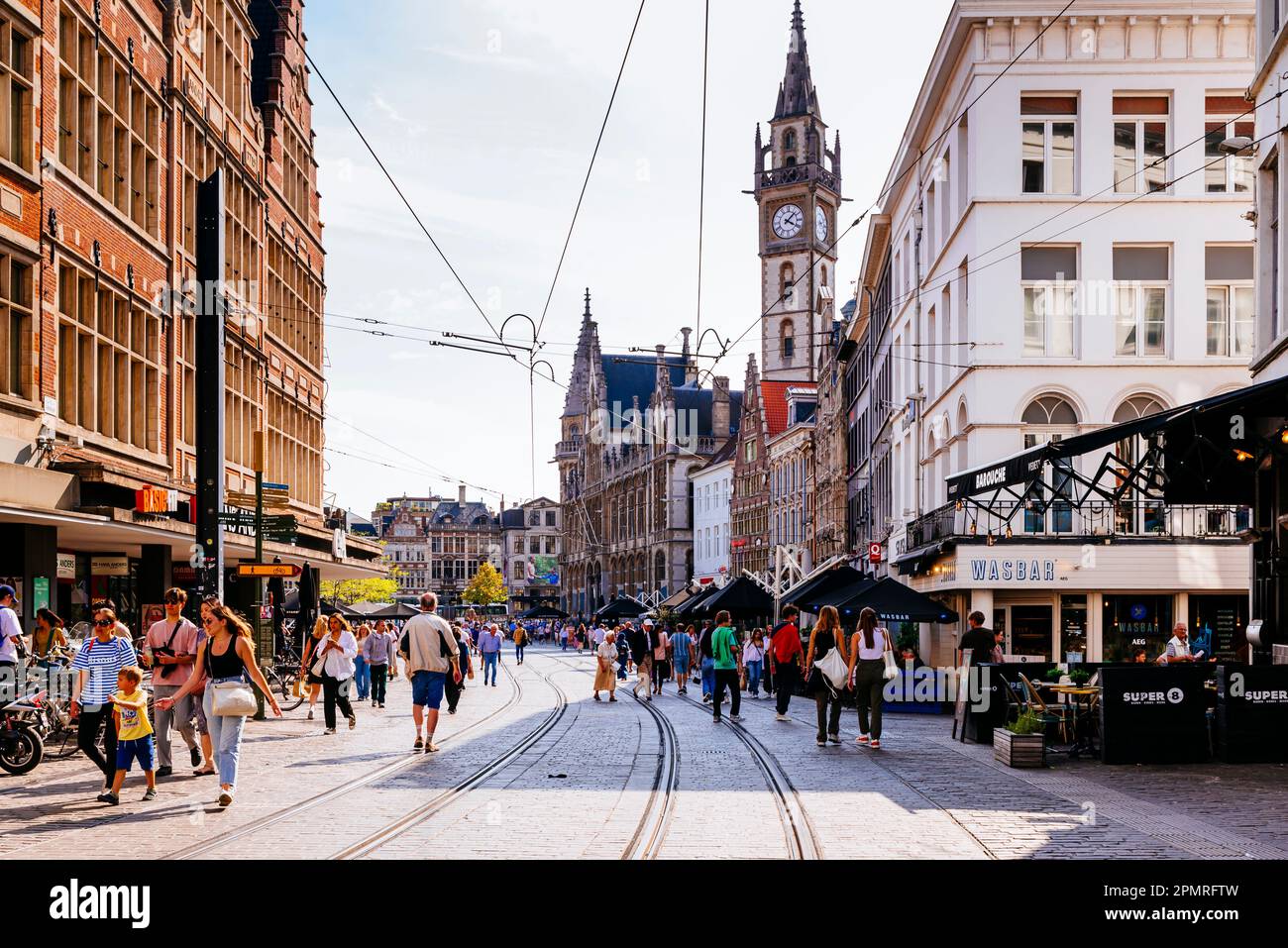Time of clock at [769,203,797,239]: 4:07
